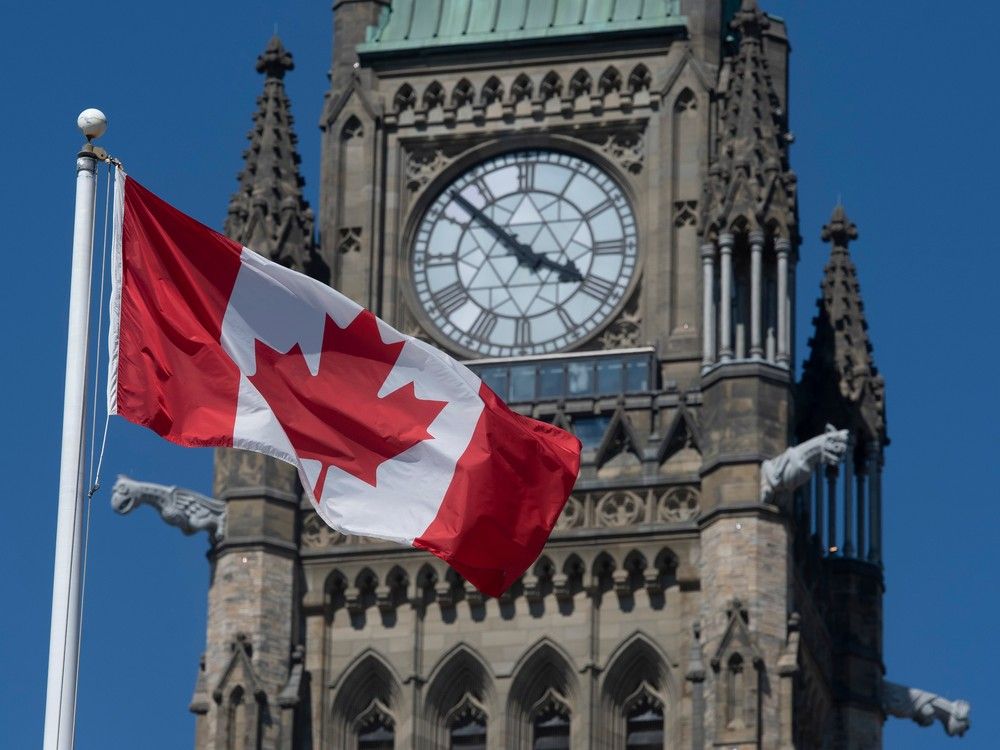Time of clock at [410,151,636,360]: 3:52
